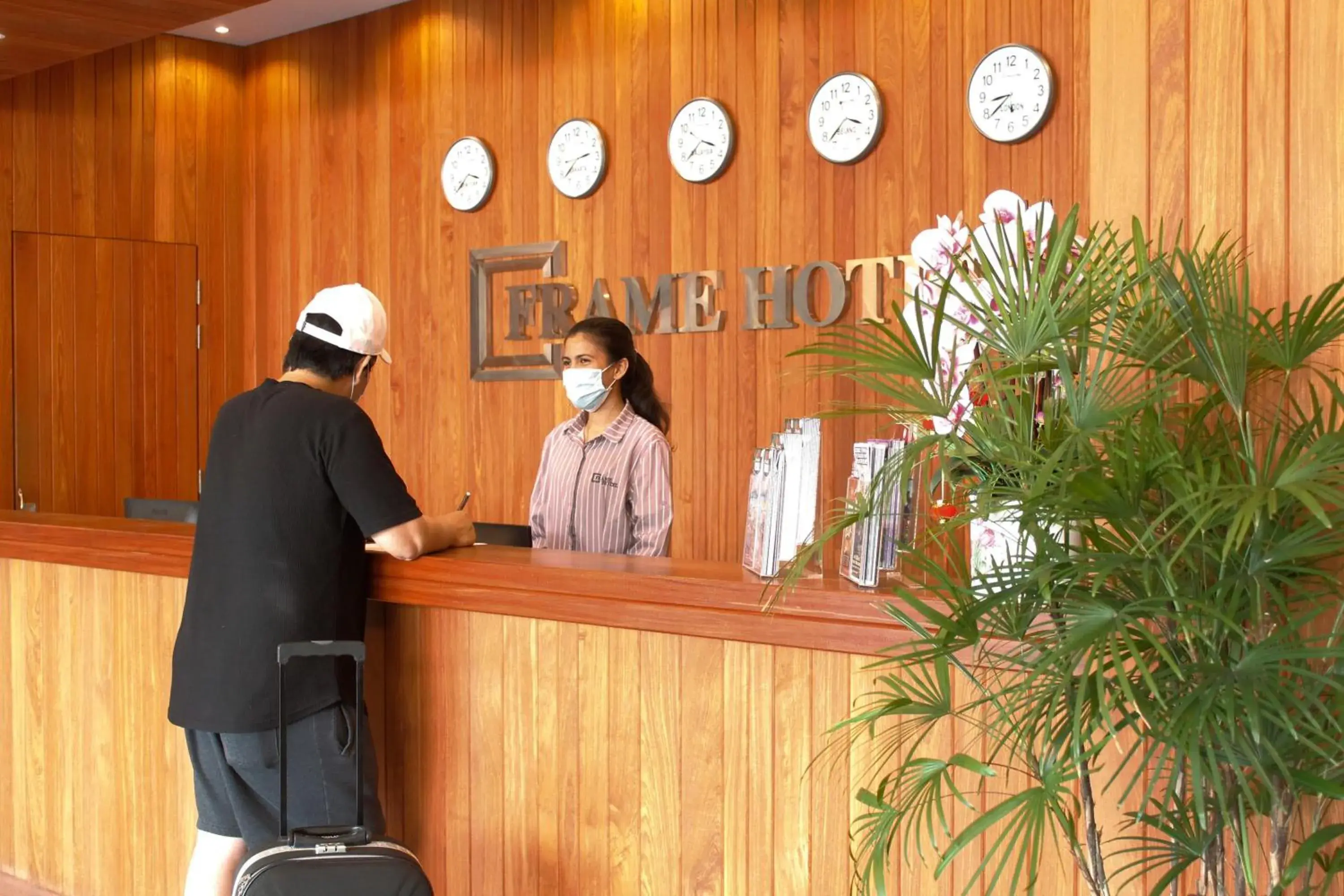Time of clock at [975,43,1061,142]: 8:38
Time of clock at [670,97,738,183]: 3:38
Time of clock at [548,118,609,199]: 2:38
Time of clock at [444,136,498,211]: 3:39
